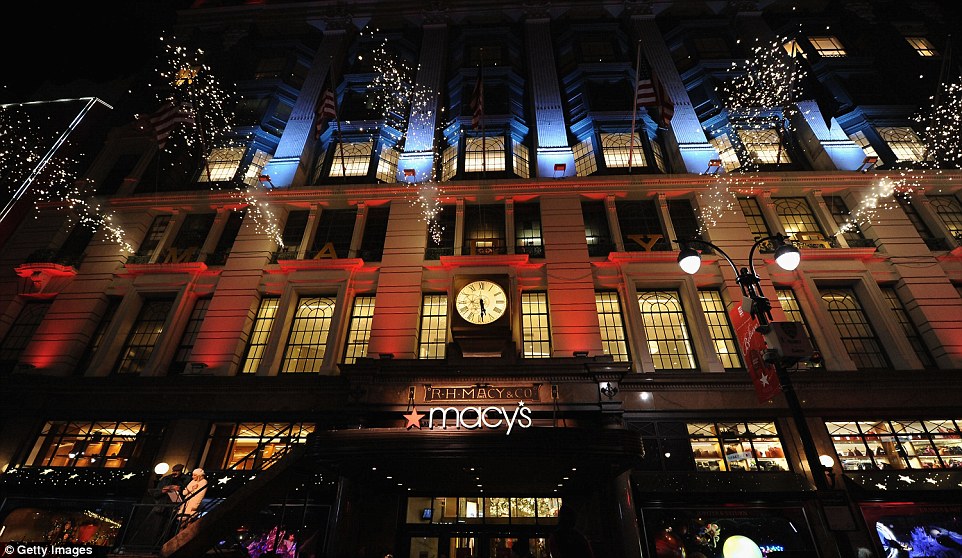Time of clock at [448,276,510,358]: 5:29
